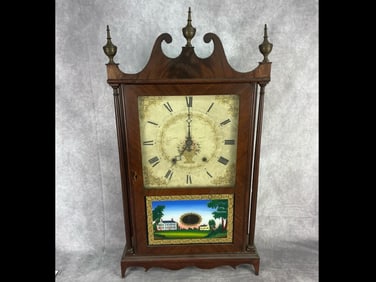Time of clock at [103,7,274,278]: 7:00
